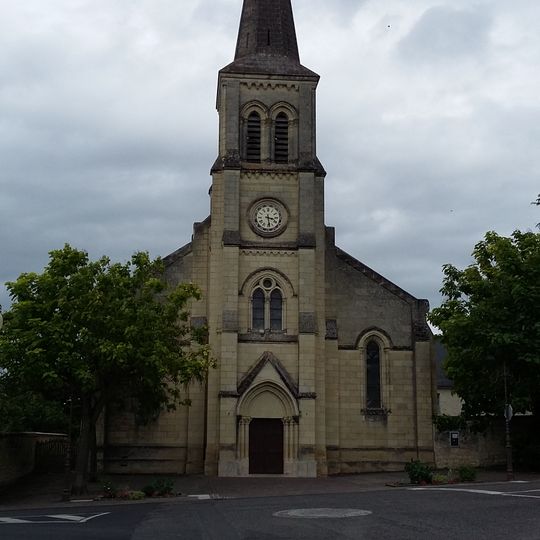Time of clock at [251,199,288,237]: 3:28
